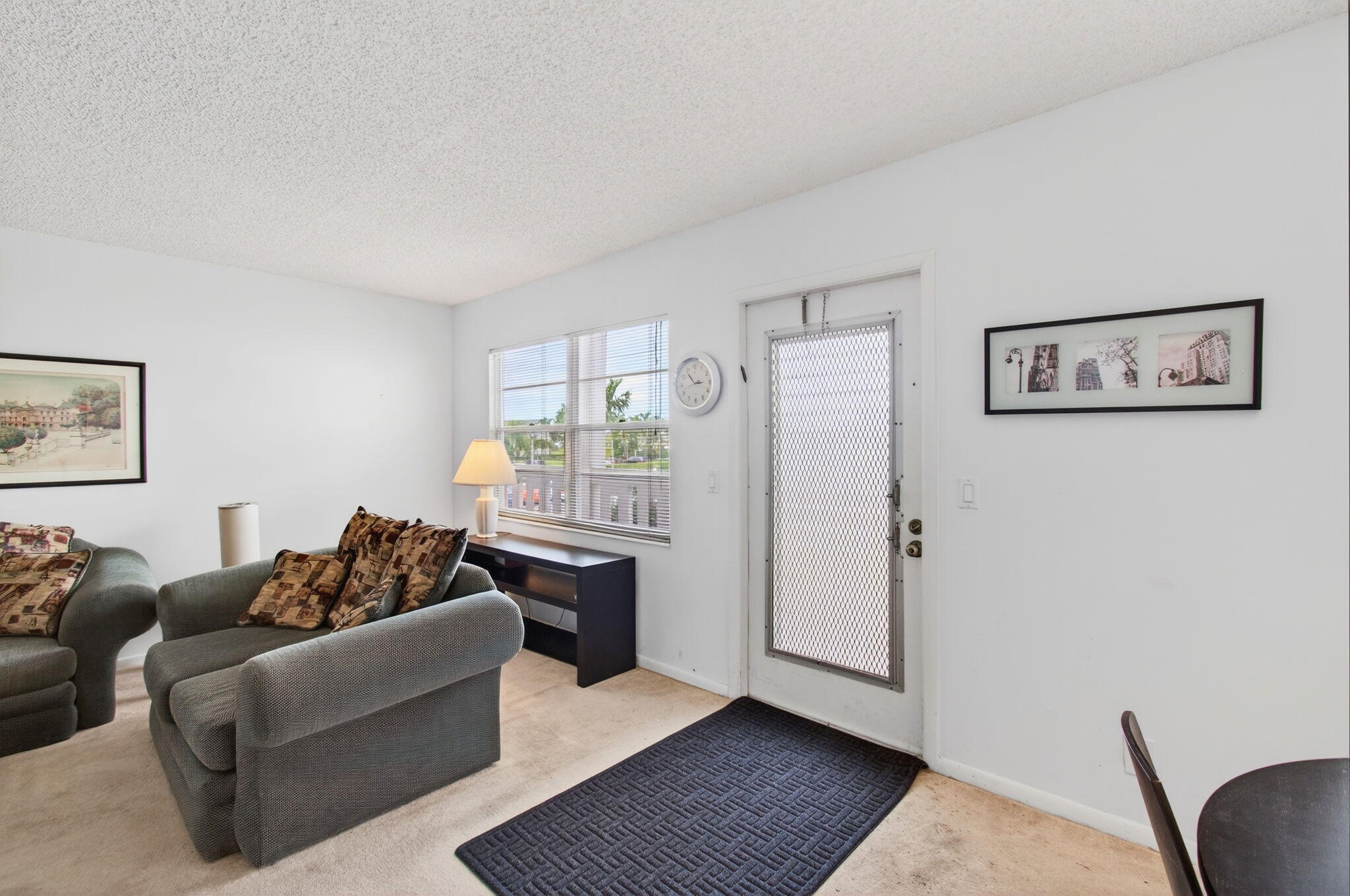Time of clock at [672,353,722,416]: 2:53
